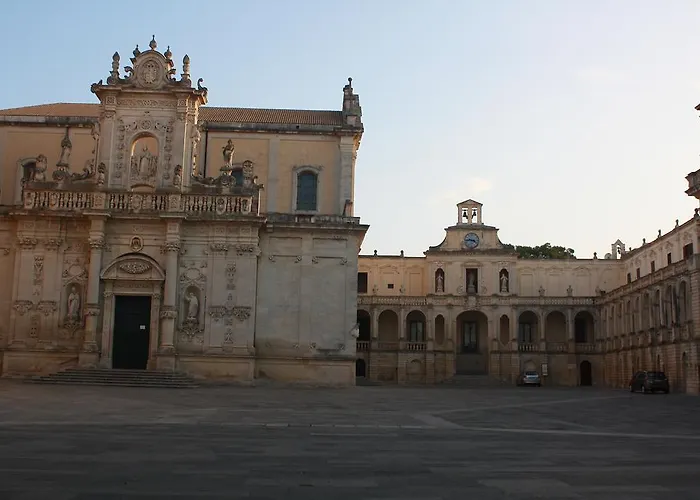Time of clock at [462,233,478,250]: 3:43
